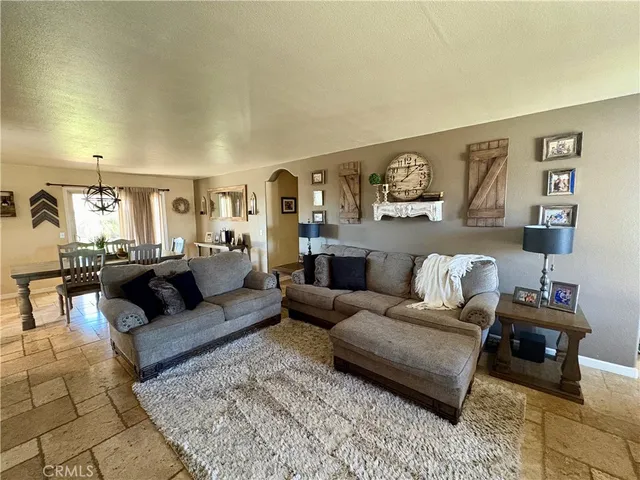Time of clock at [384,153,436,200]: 12:08
